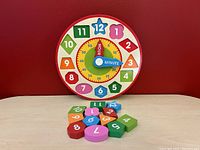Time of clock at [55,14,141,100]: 12:16
